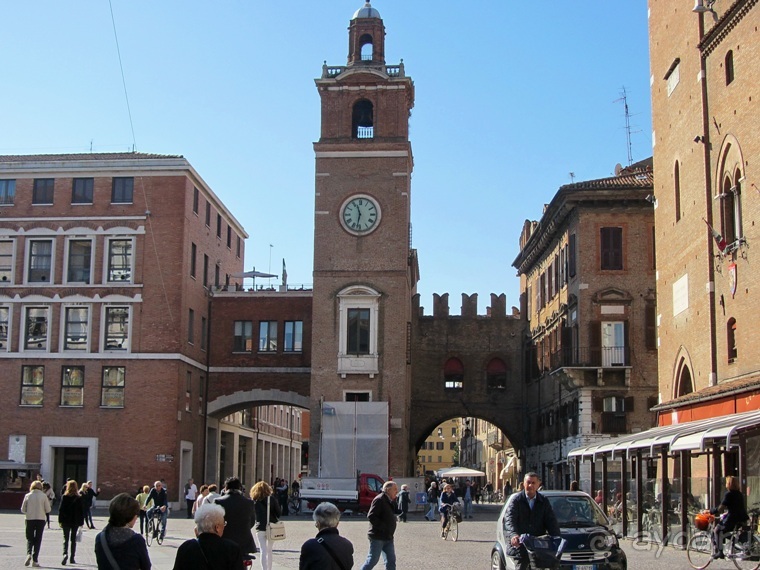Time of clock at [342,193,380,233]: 11:32
